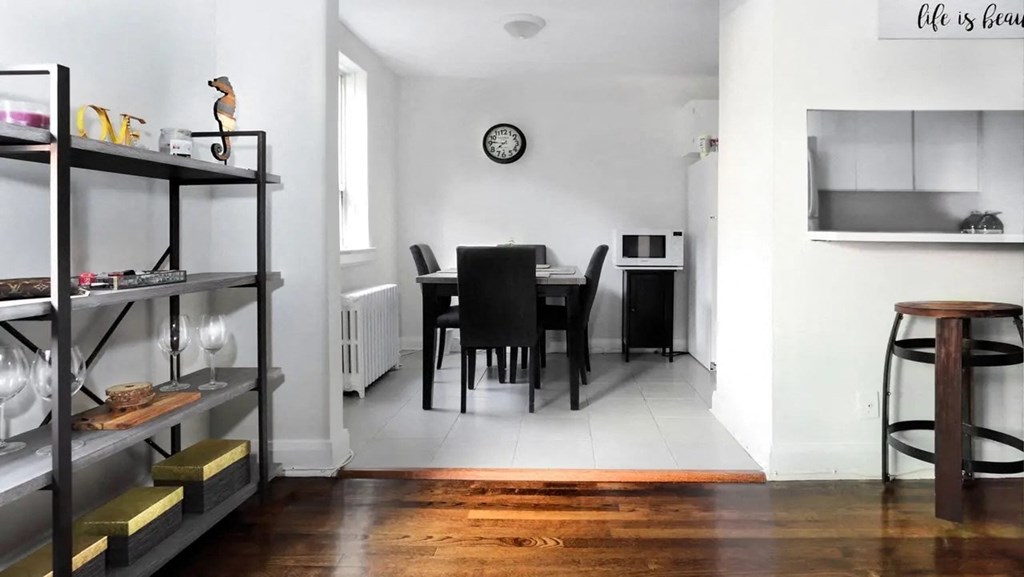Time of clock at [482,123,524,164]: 7:45
